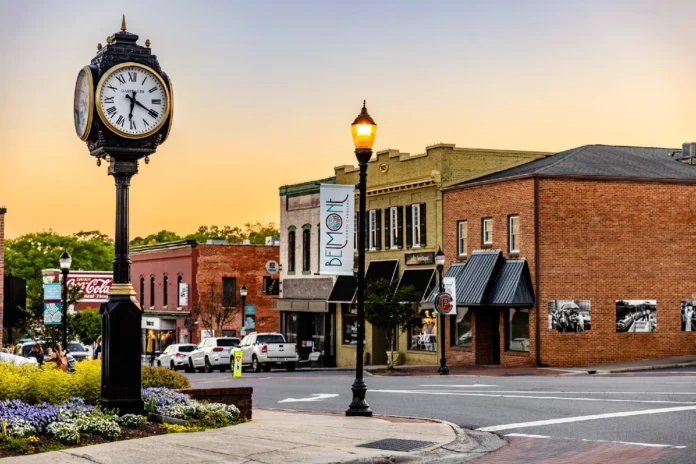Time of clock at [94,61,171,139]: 6:20
